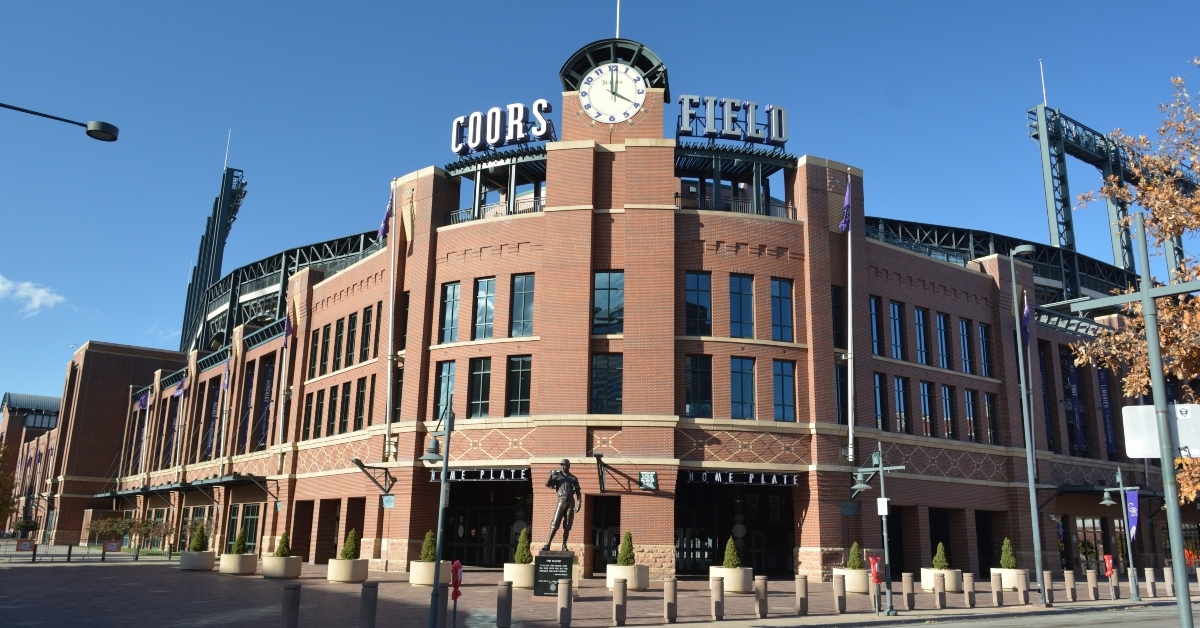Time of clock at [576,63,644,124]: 4:00
